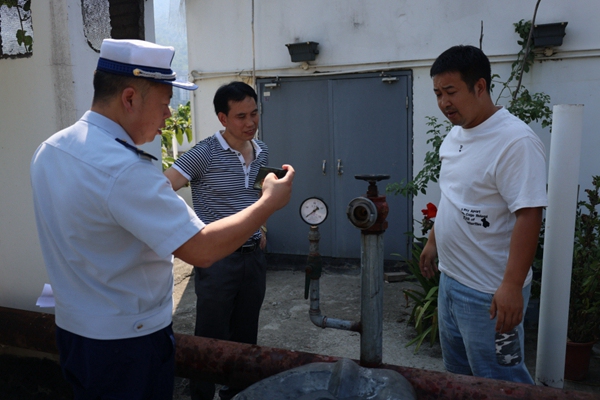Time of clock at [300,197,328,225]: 1:38
